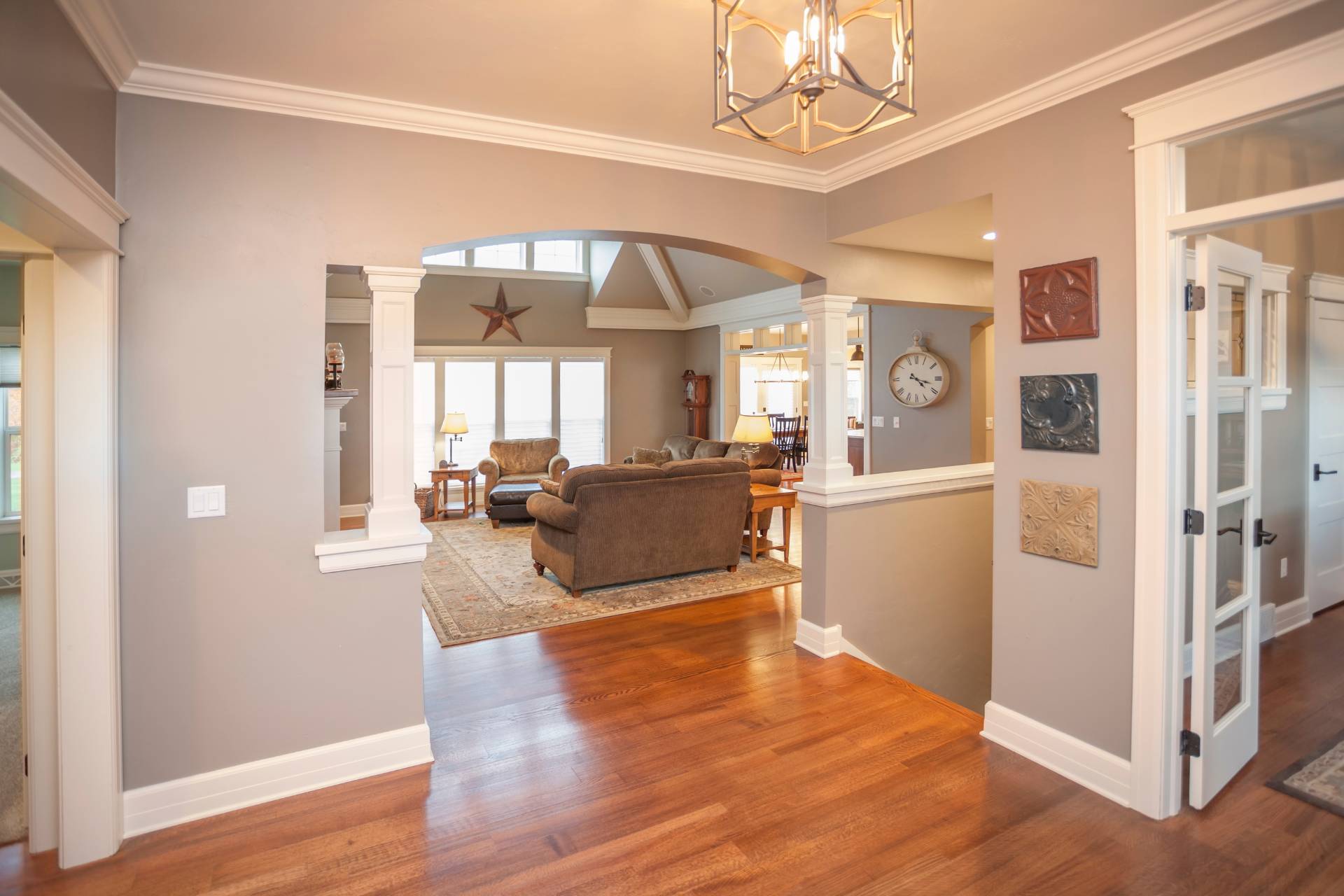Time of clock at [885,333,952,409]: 4:17
